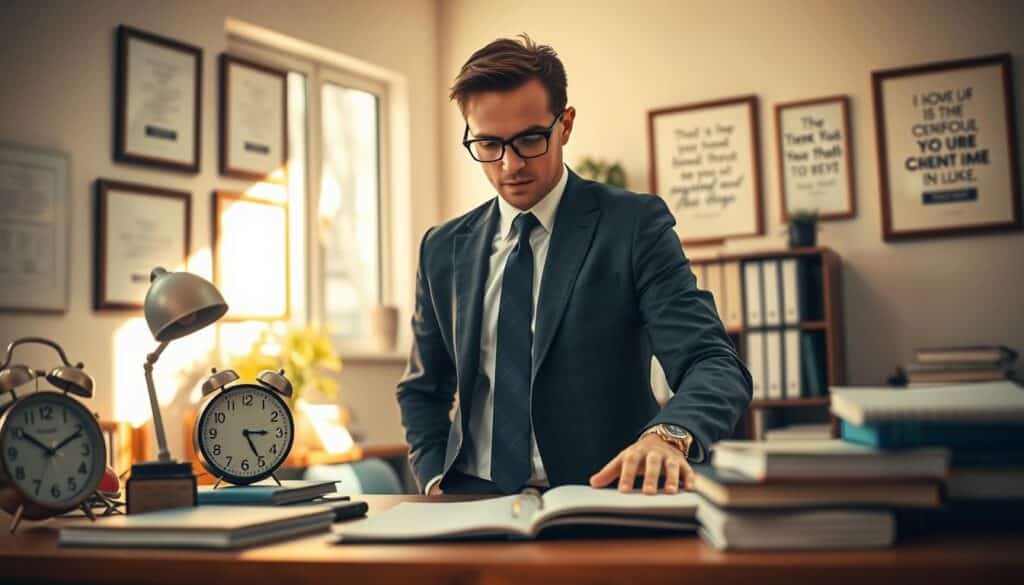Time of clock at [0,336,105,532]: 10:10
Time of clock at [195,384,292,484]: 3:25
